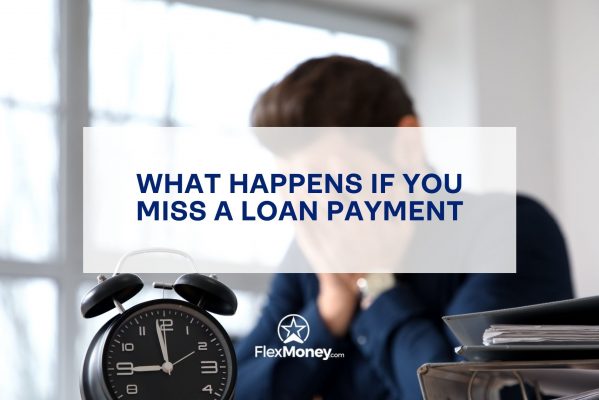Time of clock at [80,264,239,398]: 8:58
